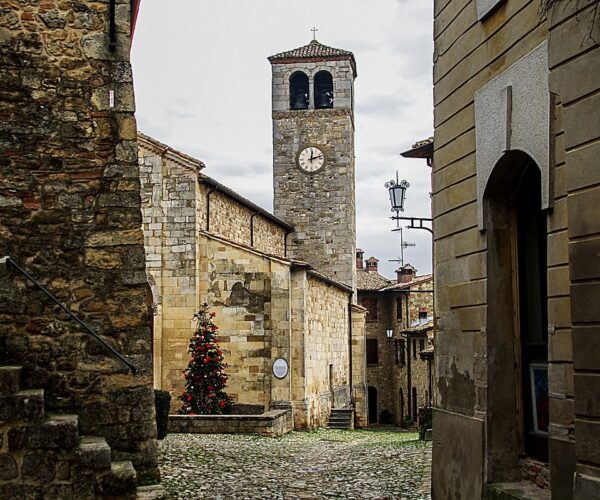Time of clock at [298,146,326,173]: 12:12
